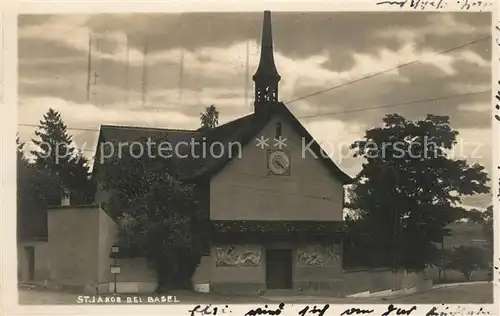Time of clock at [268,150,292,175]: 4:21
